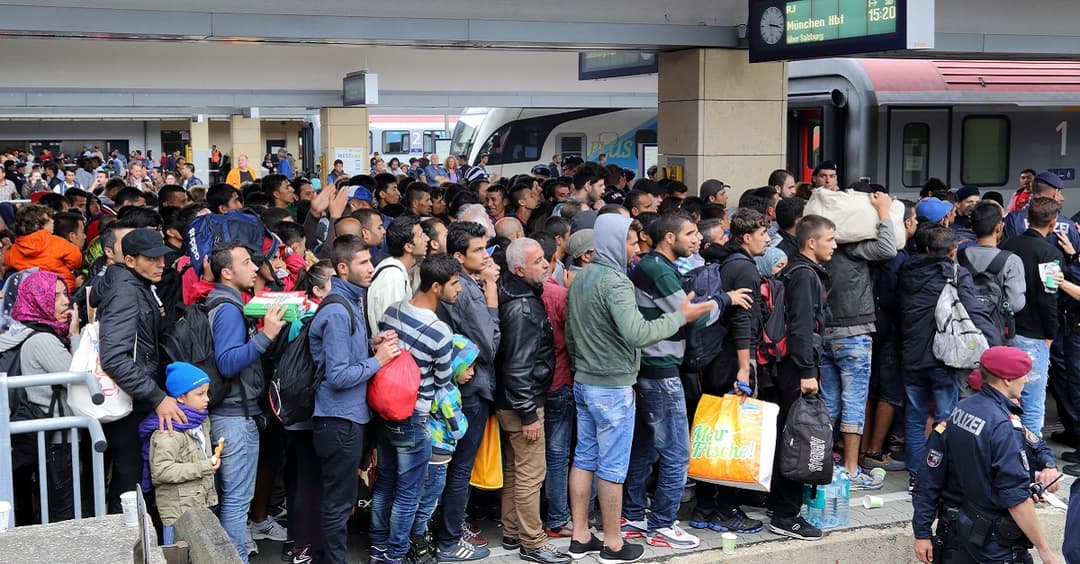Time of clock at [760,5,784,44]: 3:17
